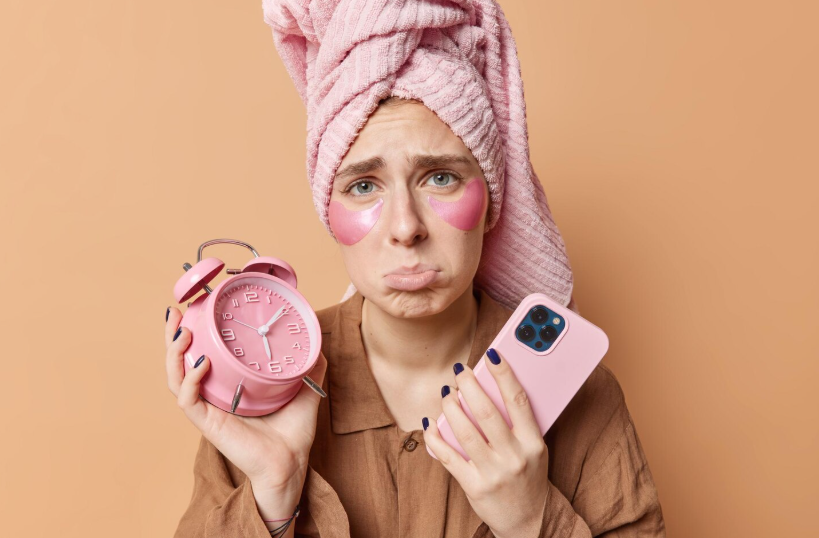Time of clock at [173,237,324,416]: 6:09
